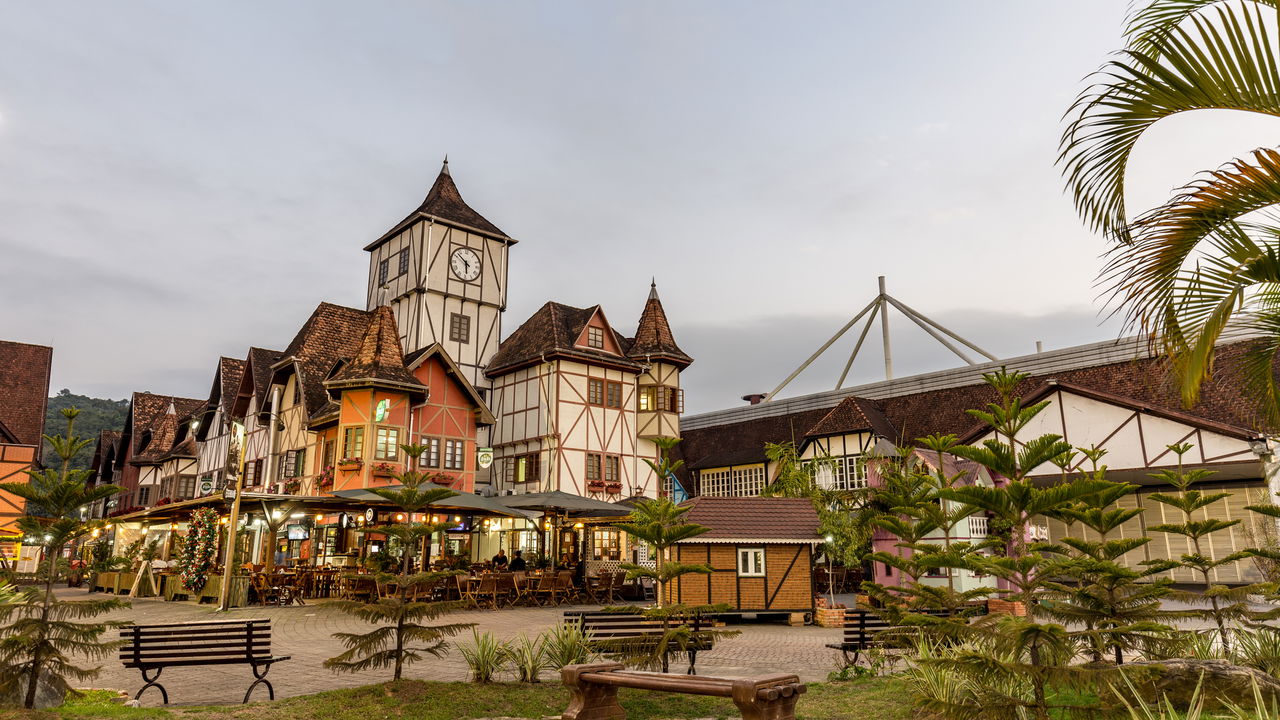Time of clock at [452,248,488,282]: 5:51
